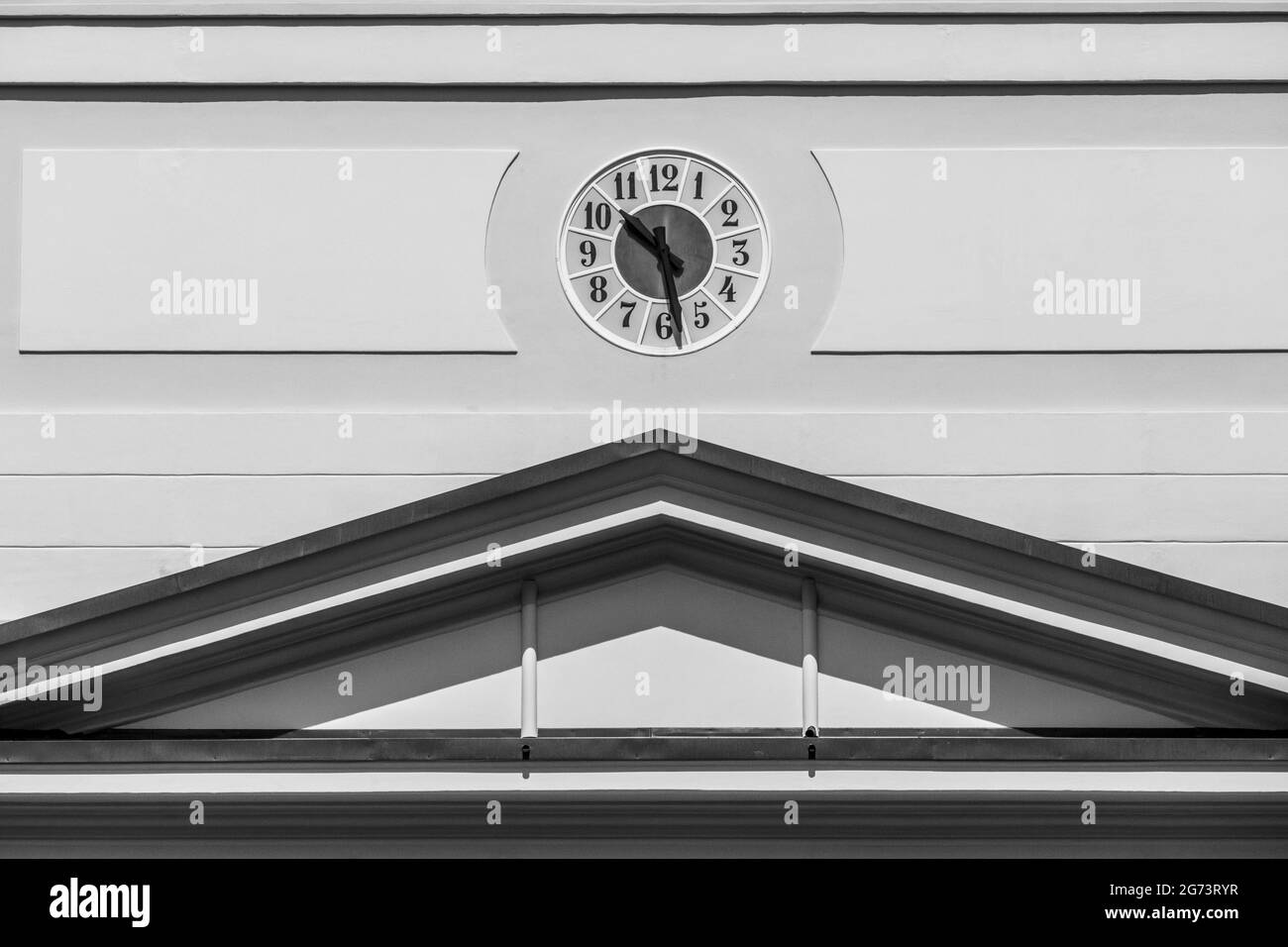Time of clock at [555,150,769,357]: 10:28
